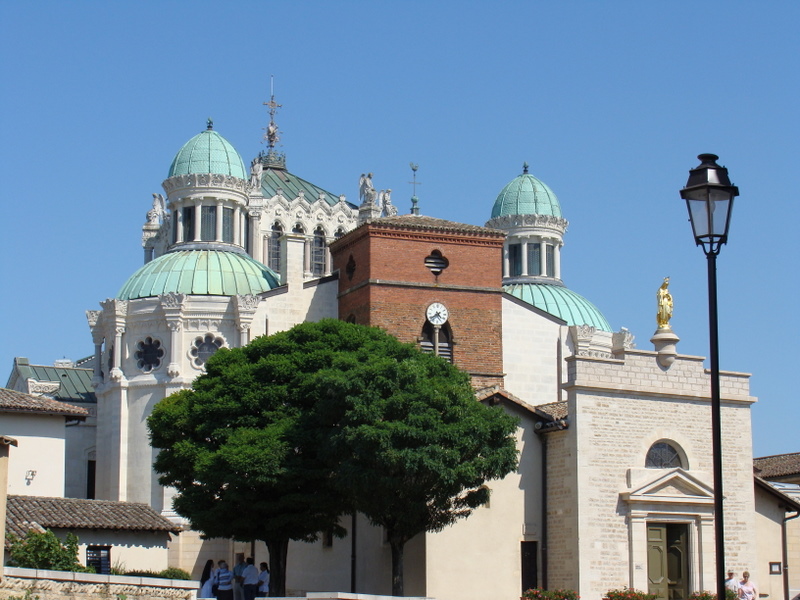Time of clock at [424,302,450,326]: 4:38
